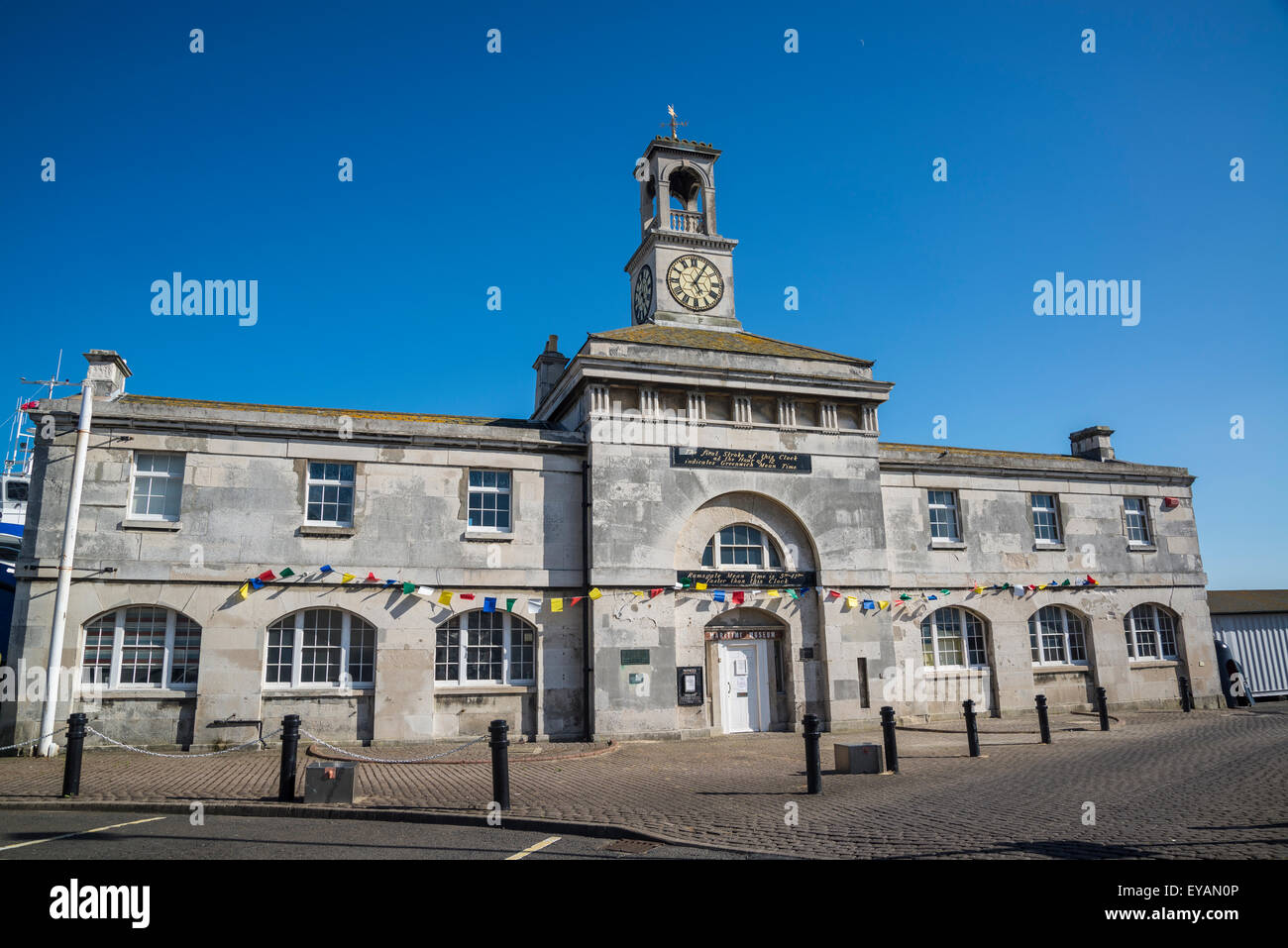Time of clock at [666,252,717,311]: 5:05
